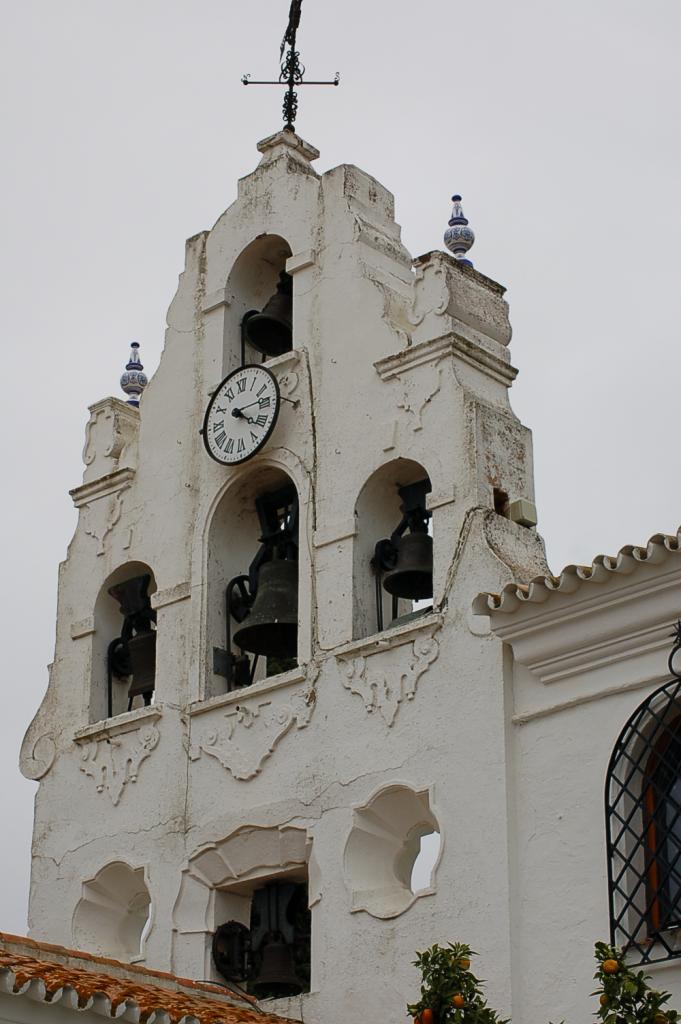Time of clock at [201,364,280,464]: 4:13
